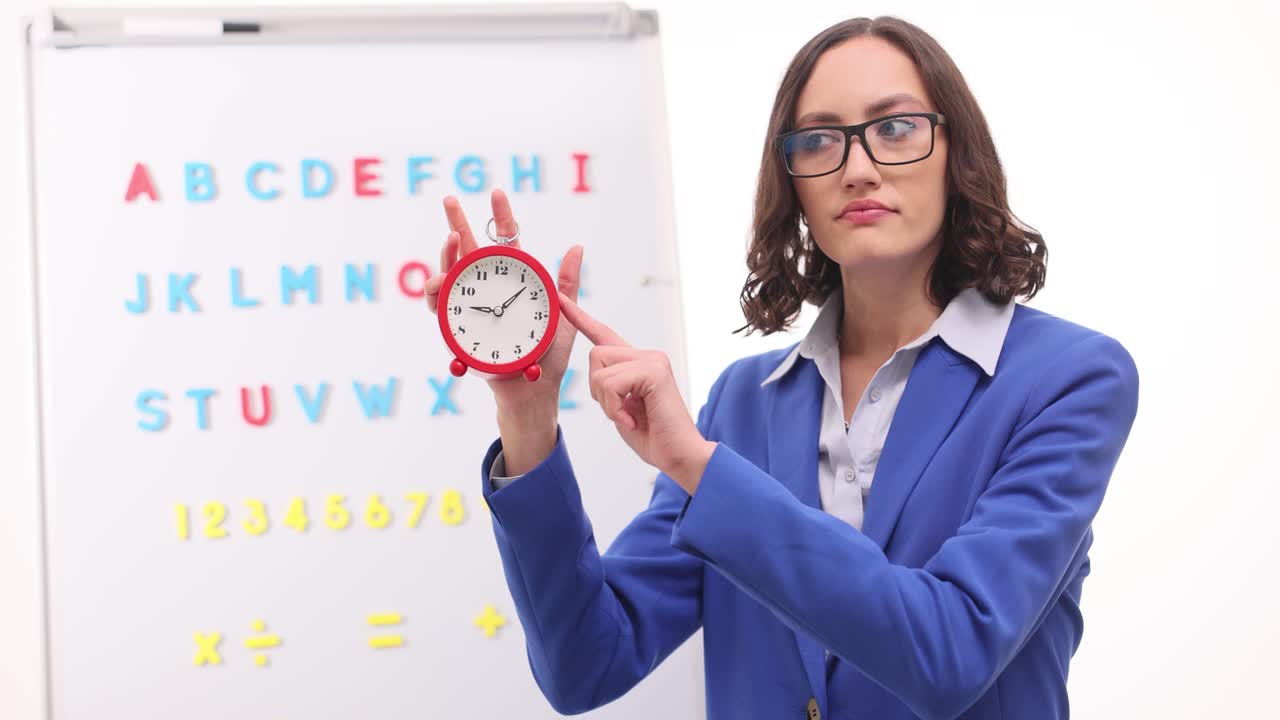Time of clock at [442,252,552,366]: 9:07
